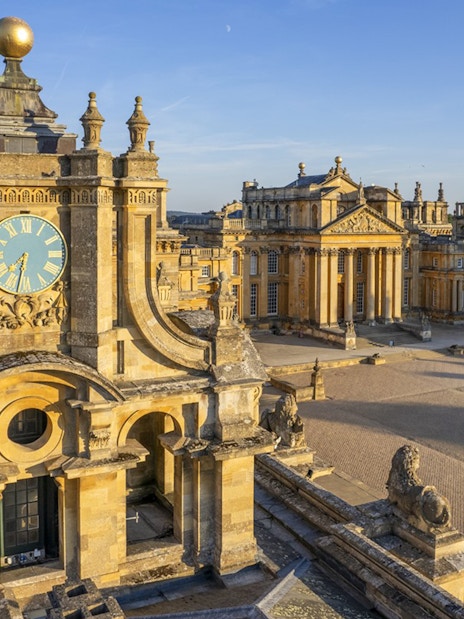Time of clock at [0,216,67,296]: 7:32
